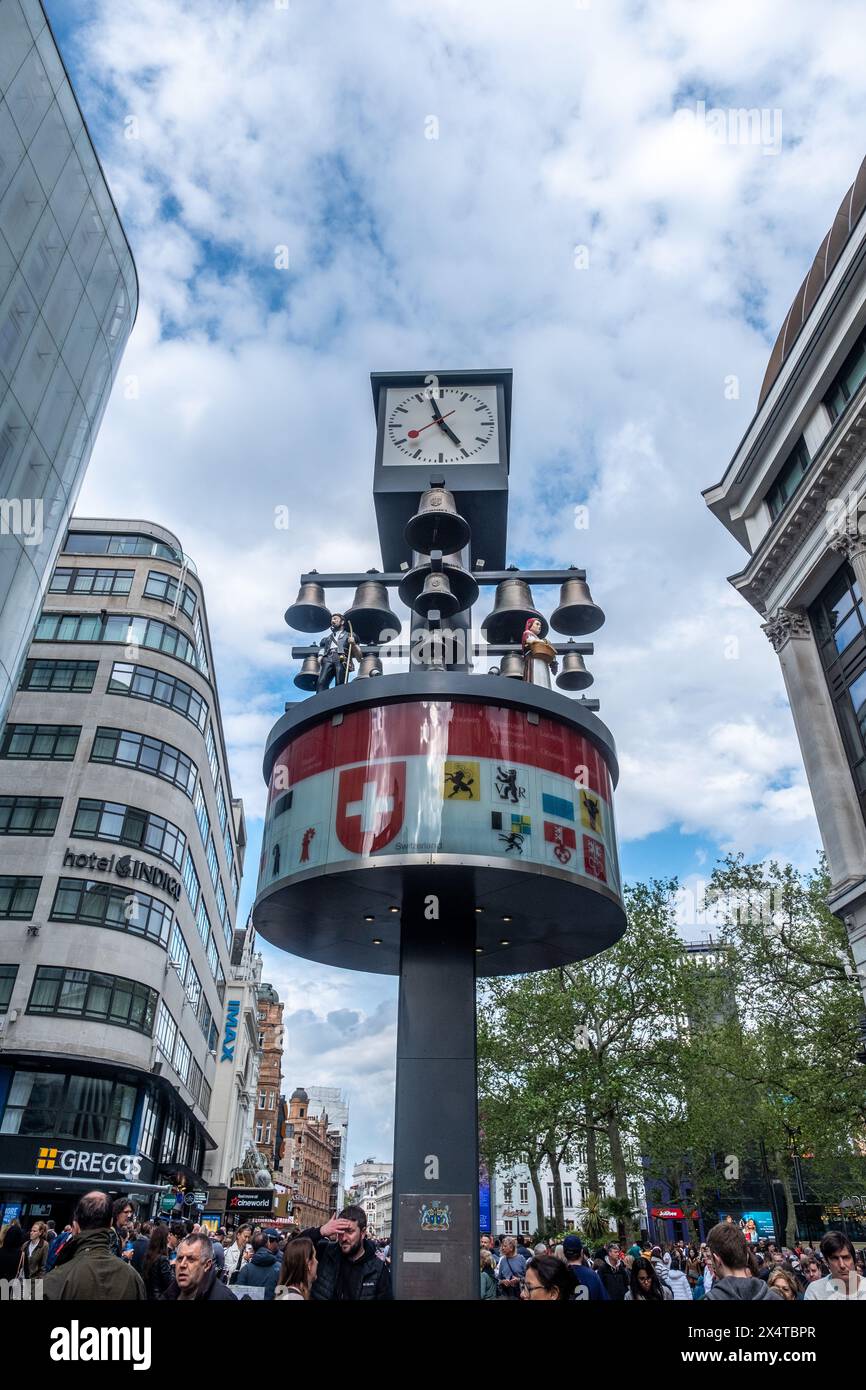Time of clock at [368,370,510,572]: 4:57
